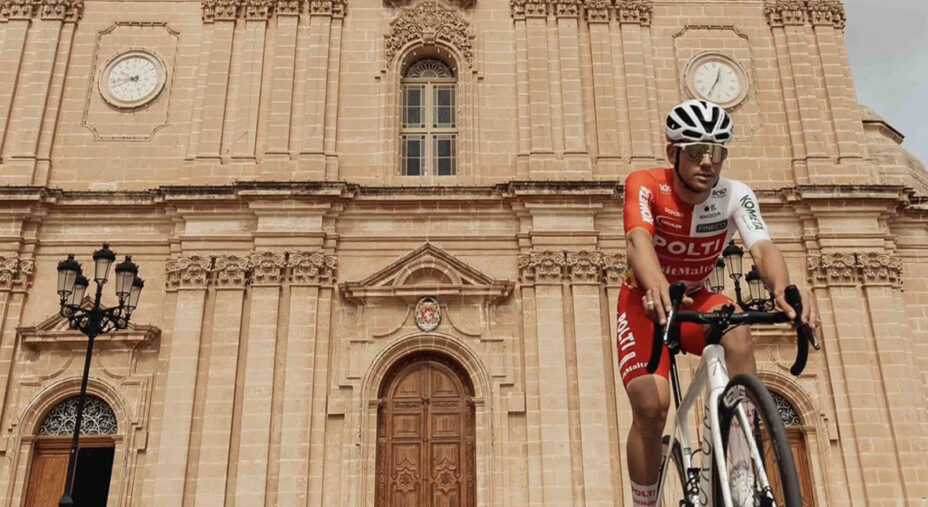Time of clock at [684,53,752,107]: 12:35
